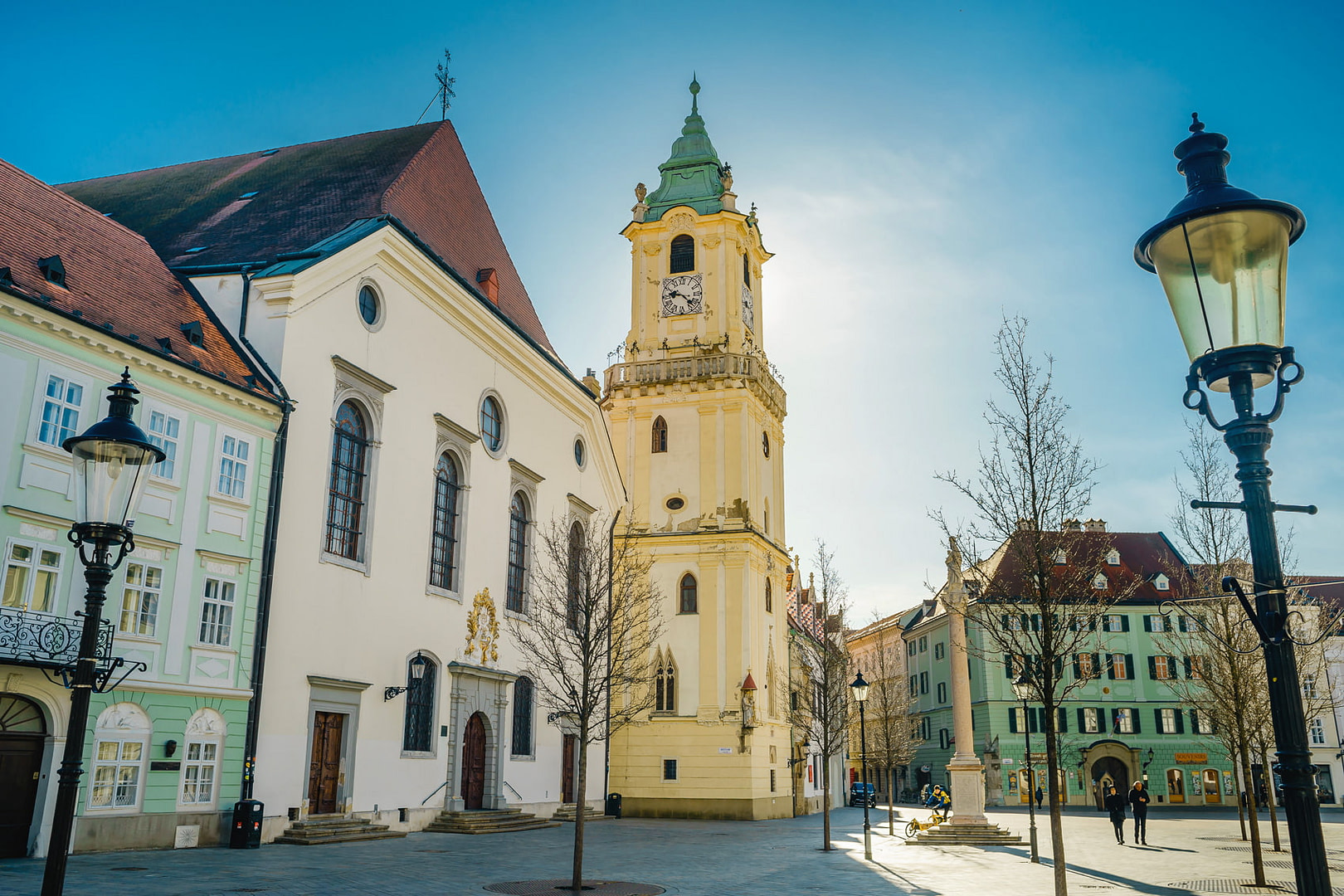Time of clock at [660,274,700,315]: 9:22
